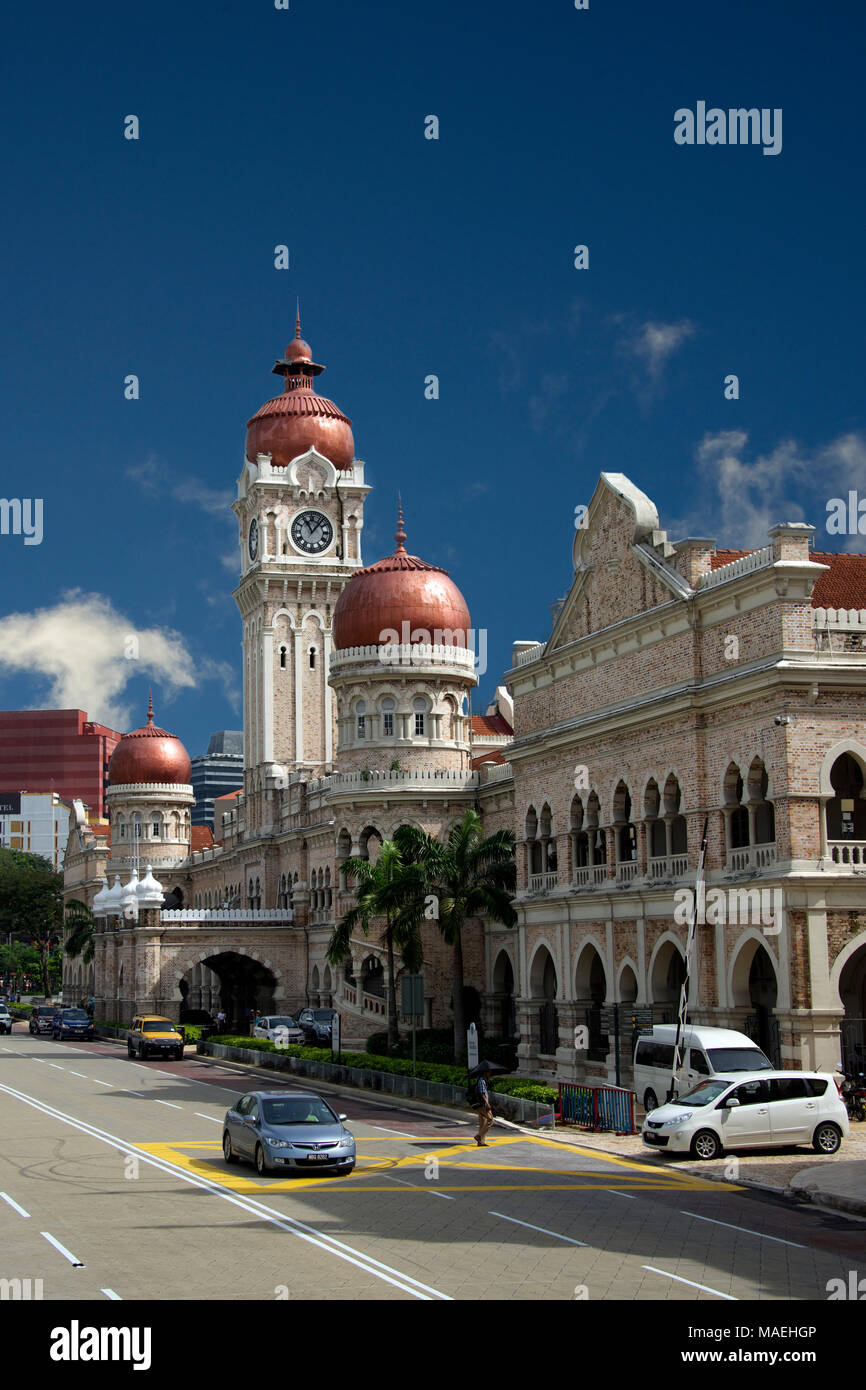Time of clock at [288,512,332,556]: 11:06
